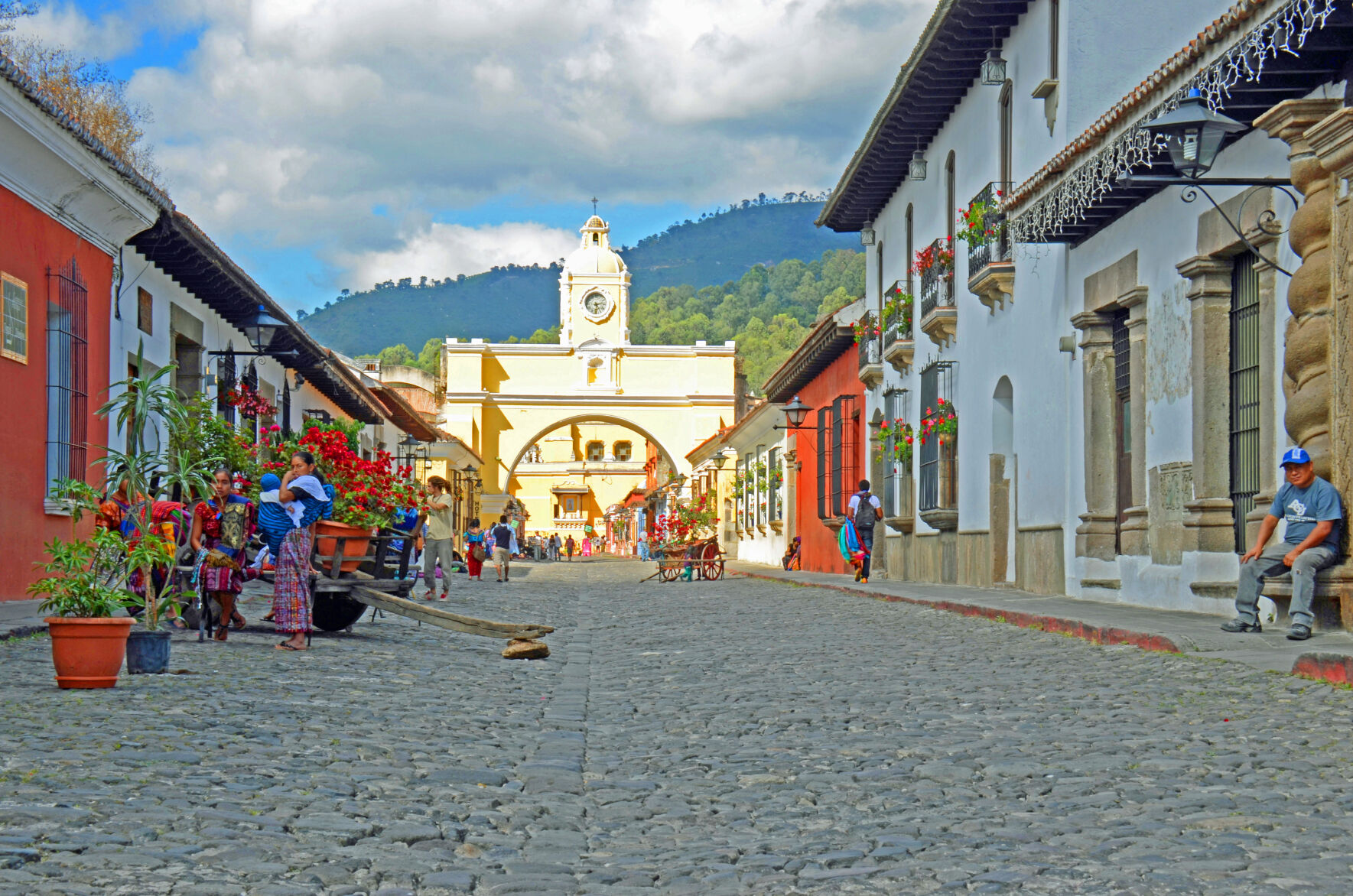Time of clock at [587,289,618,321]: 2:29
